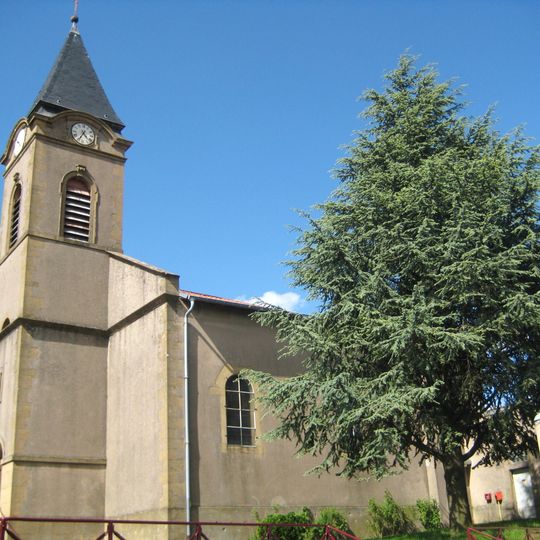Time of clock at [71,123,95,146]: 4:34
